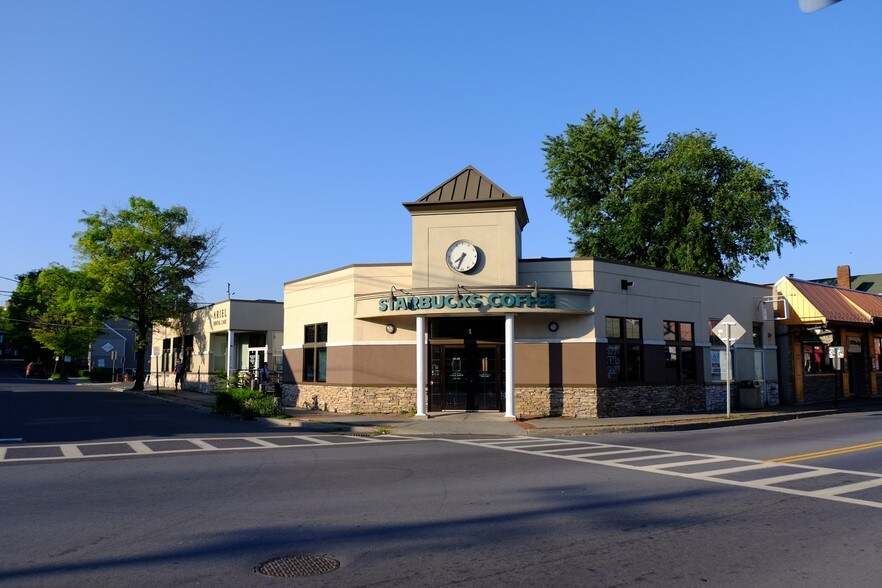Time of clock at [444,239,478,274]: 7:33
